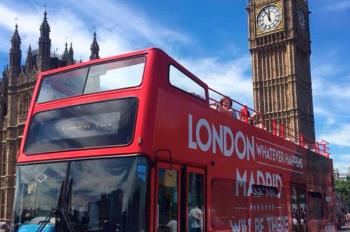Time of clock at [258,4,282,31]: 11:55
